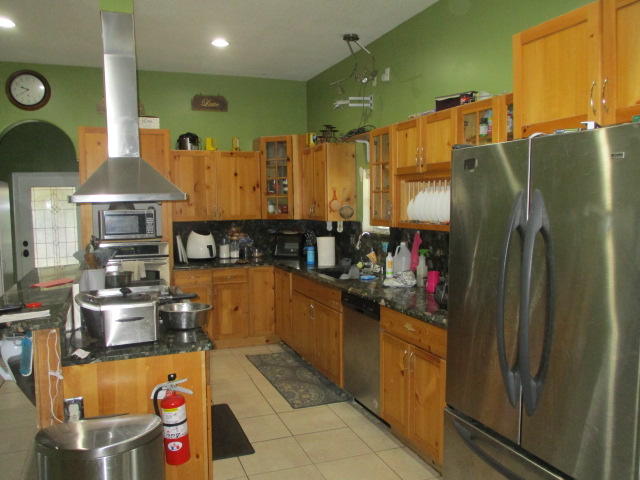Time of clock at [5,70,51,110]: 9:39
